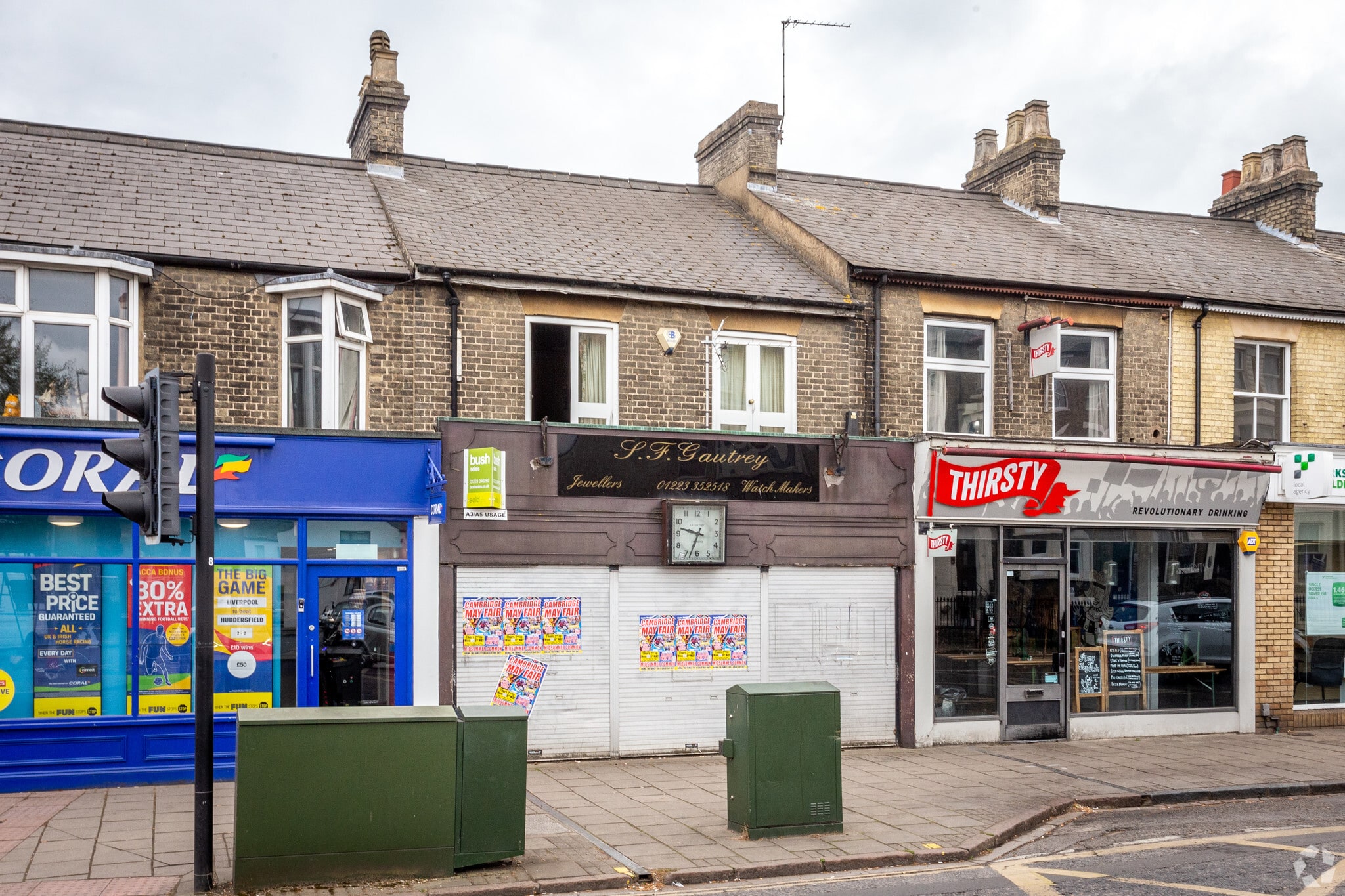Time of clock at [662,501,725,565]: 9:33
